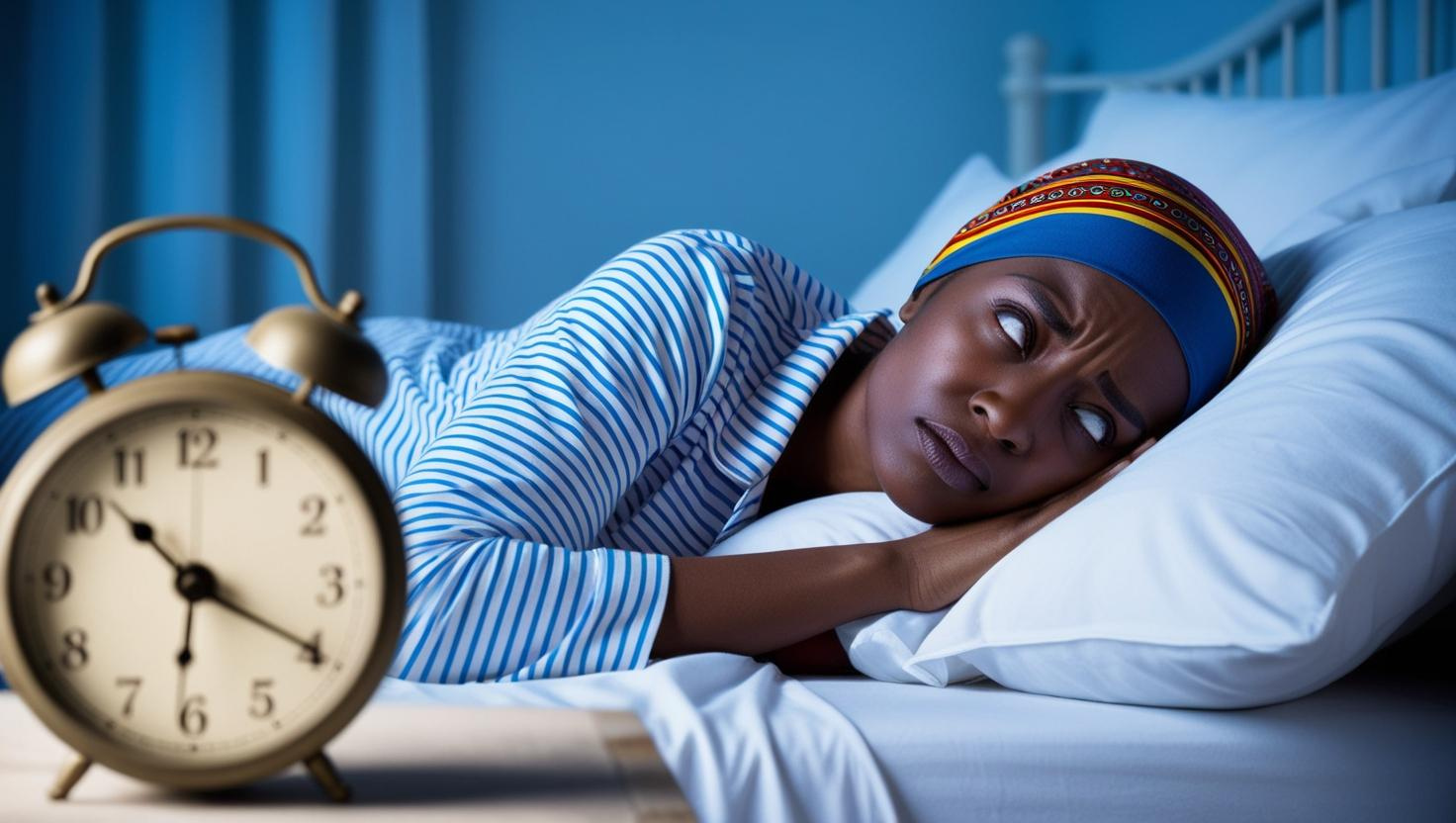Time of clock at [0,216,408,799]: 10:20
